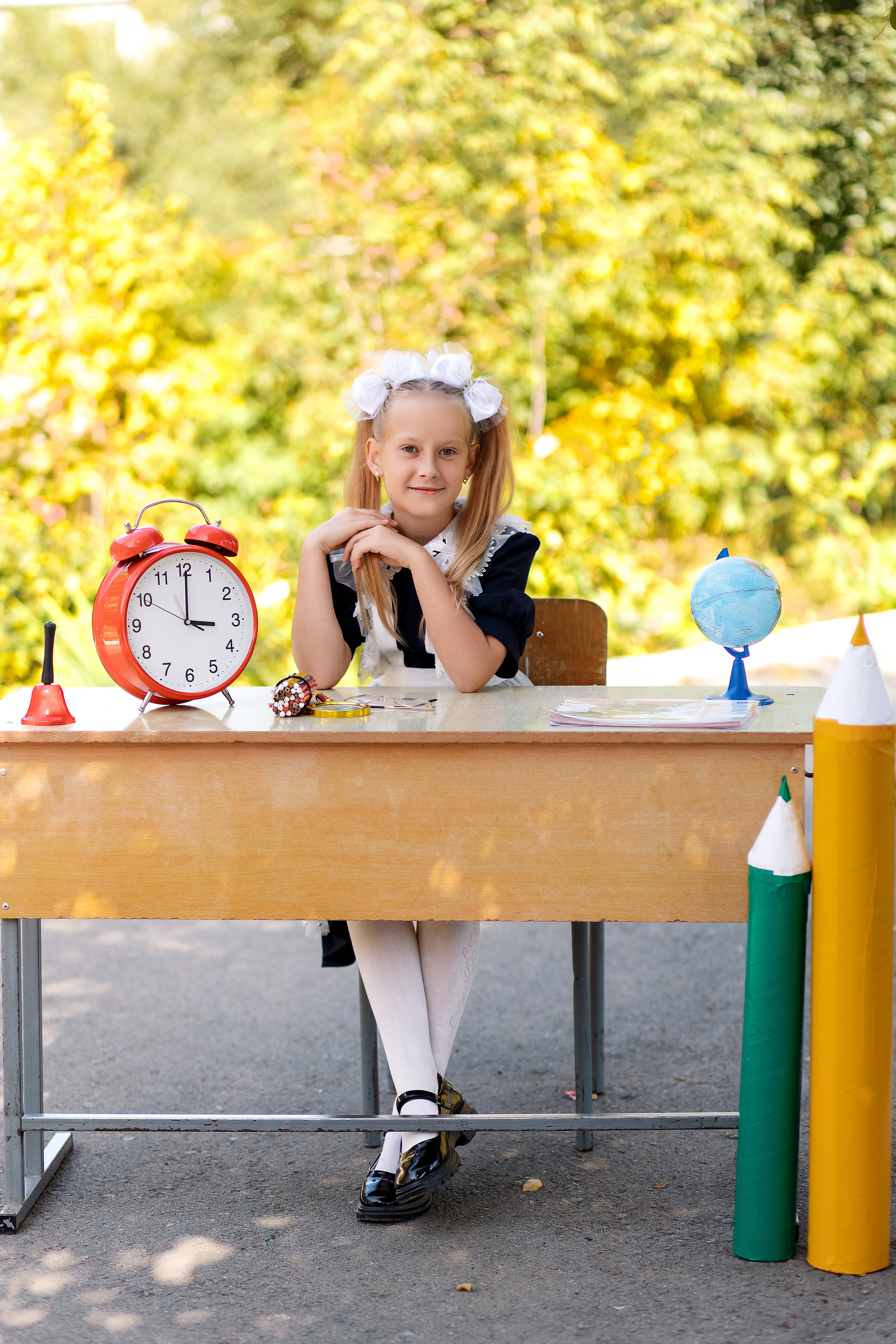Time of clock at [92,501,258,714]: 3:00
